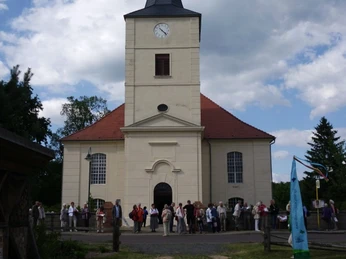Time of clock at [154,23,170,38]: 4:22
